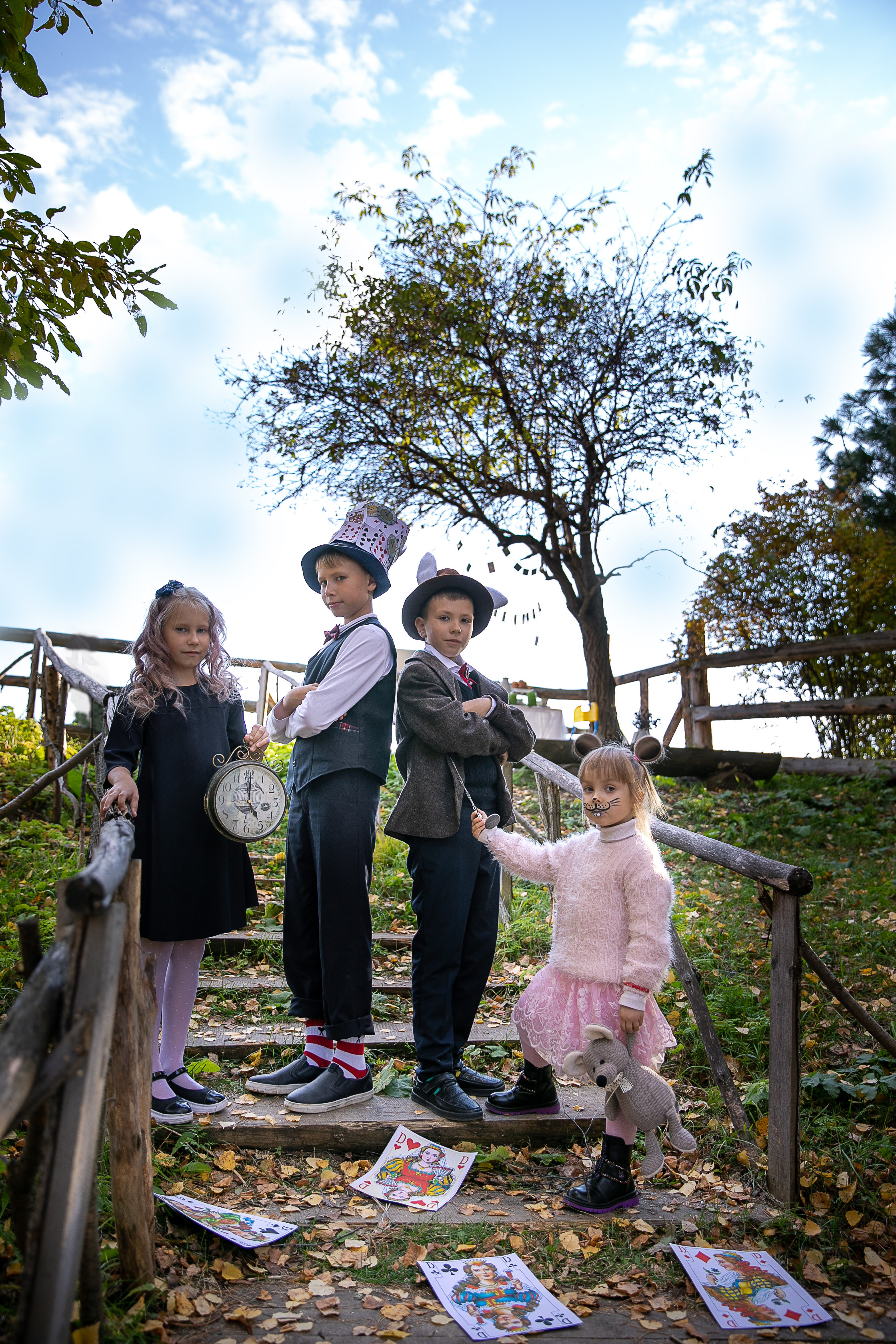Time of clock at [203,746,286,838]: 5:00
